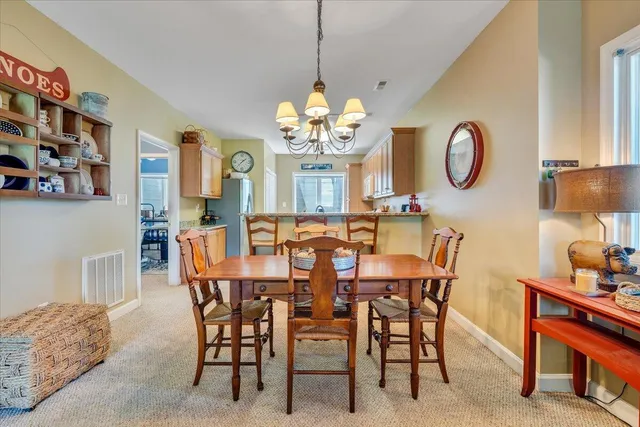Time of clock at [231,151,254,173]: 1:36
